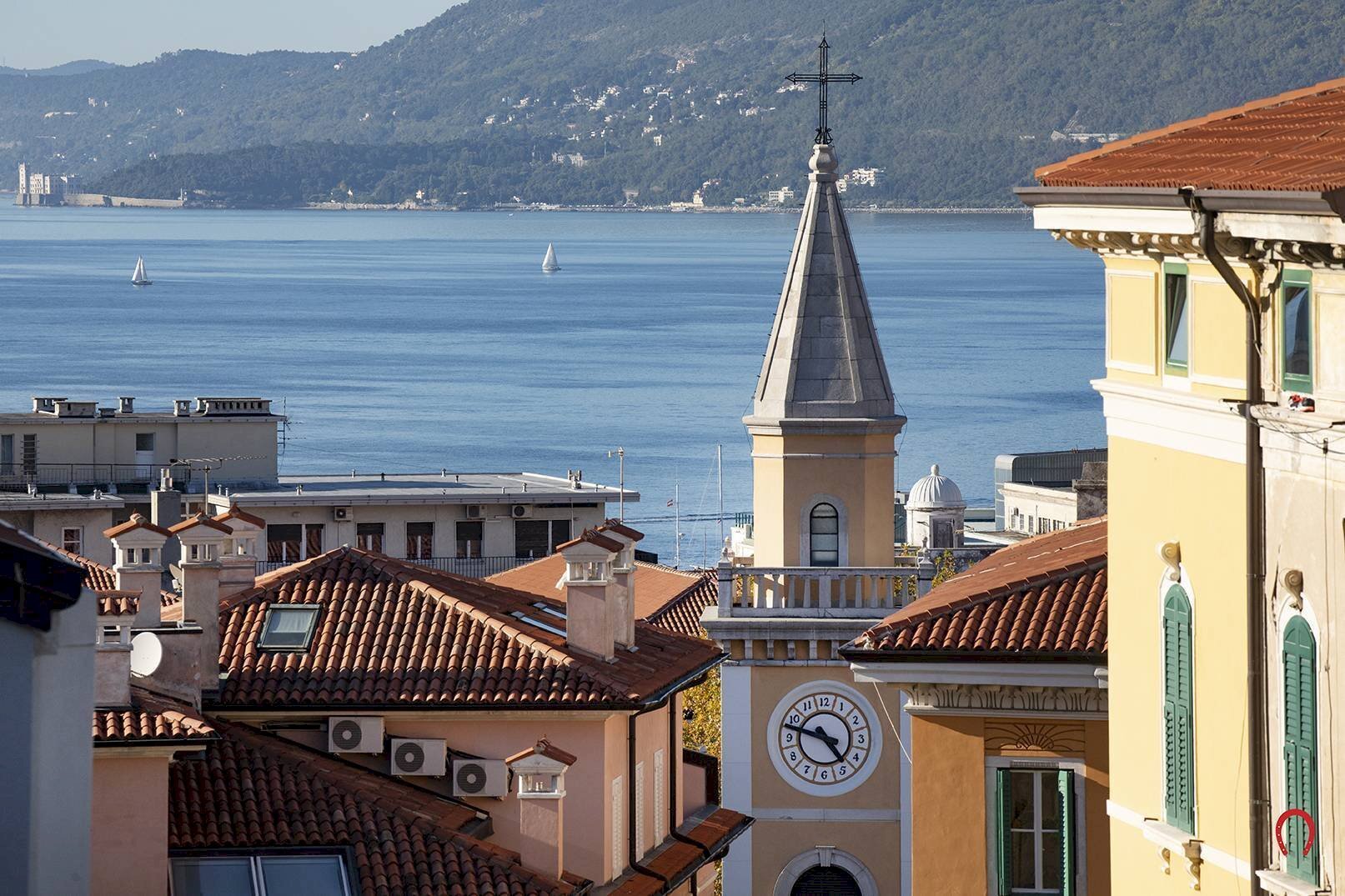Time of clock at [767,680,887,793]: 4:47
